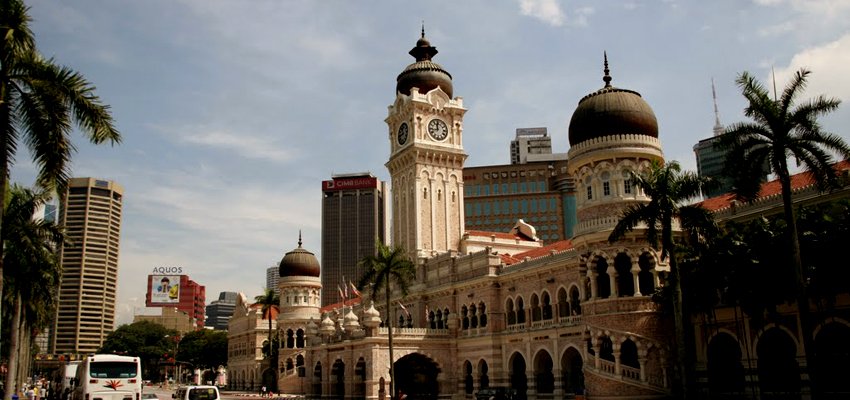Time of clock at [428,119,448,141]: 11:42
